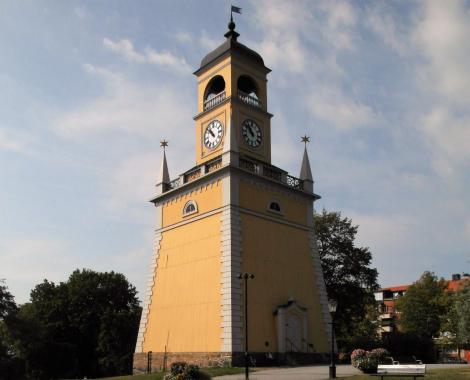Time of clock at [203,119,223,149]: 10:52
